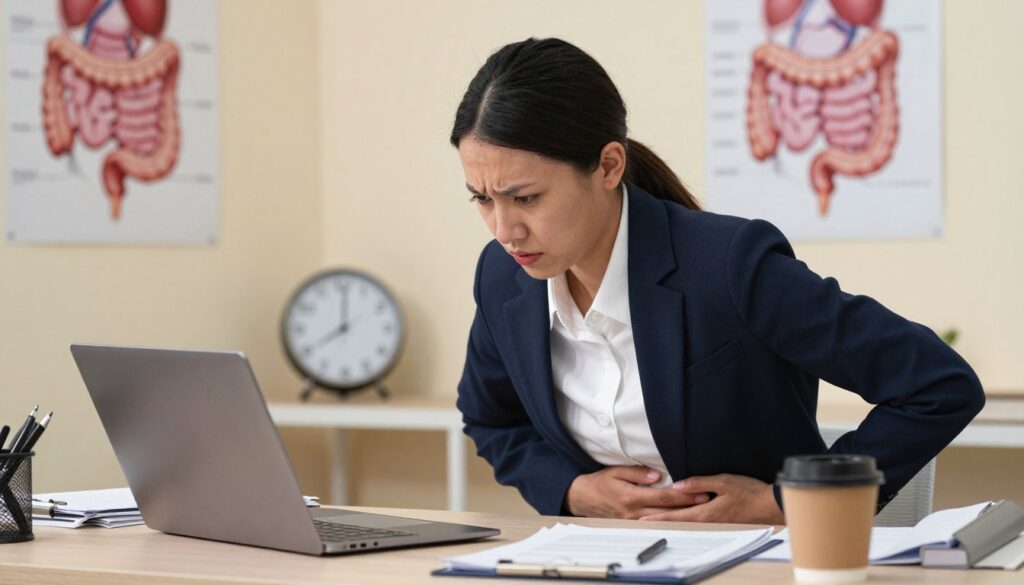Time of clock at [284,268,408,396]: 8:00
